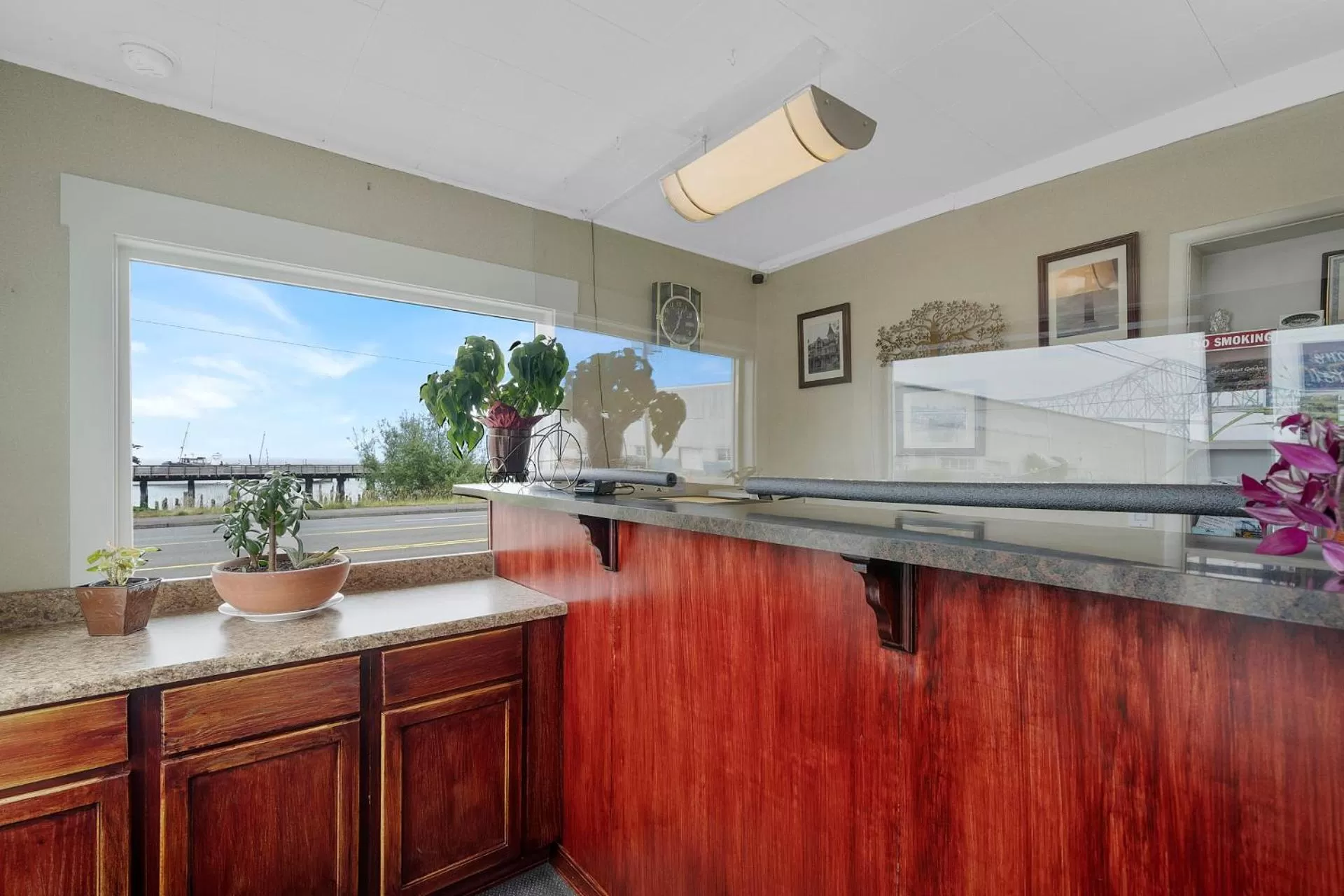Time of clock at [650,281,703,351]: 12:34
